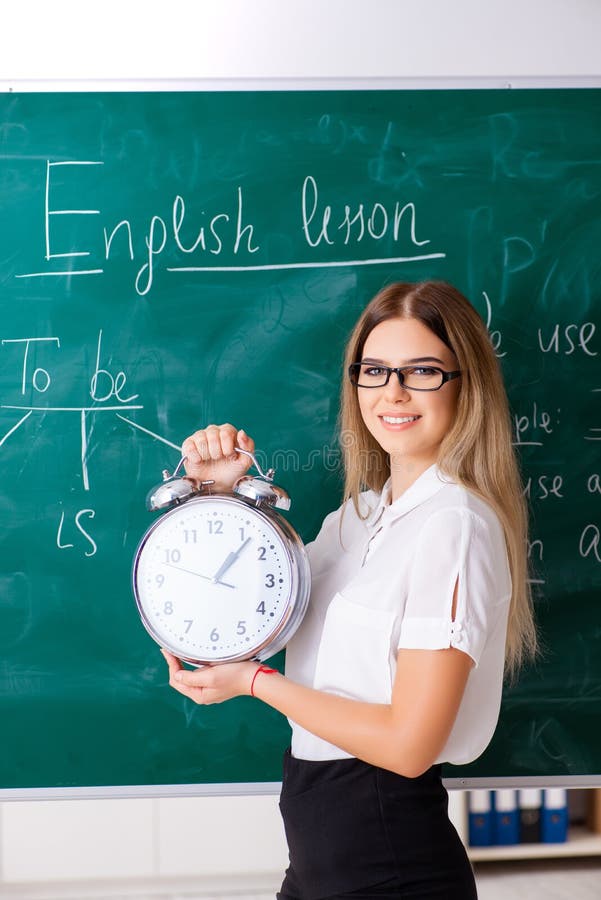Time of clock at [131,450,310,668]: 1:06
